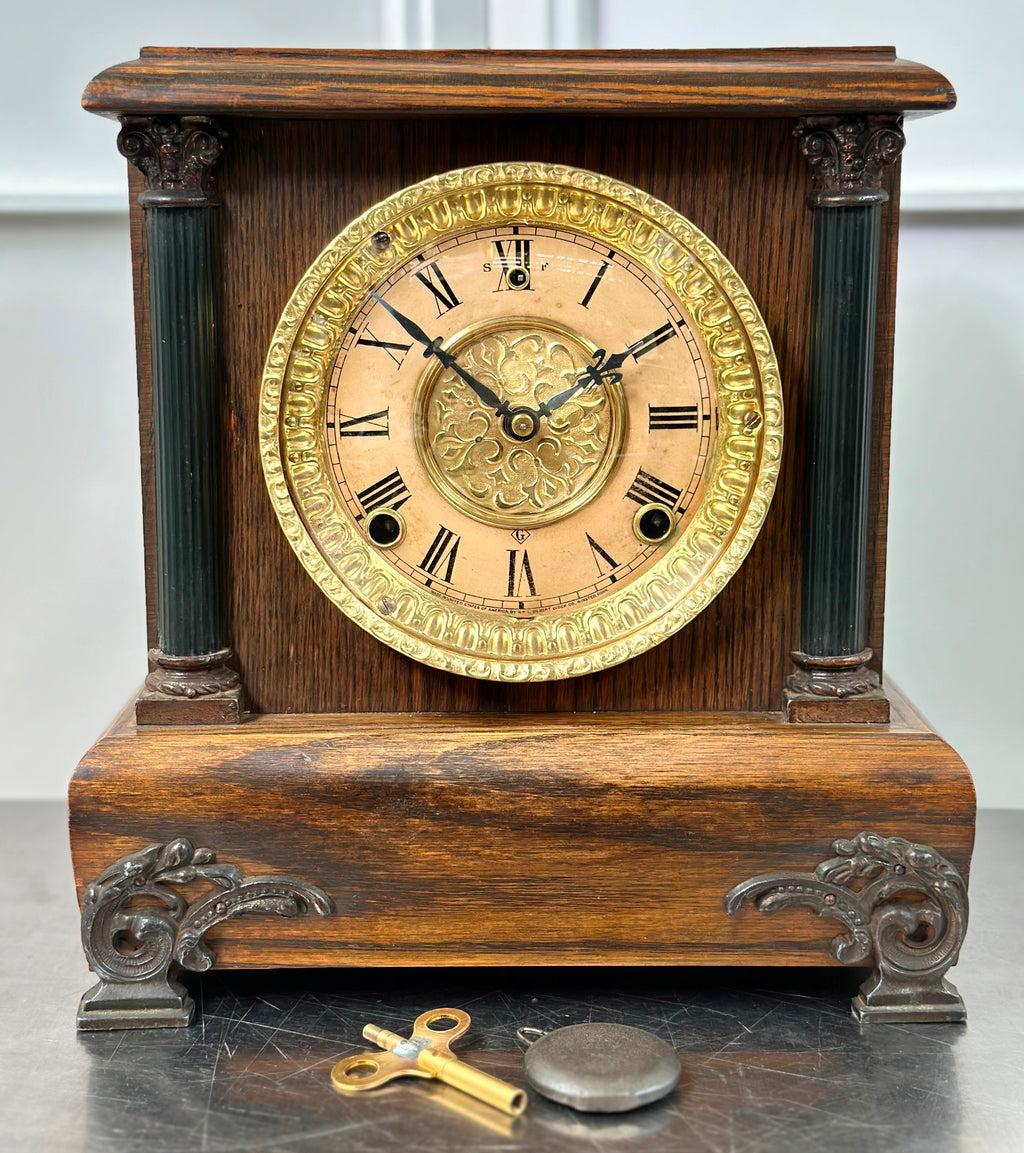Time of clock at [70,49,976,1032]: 1:52
